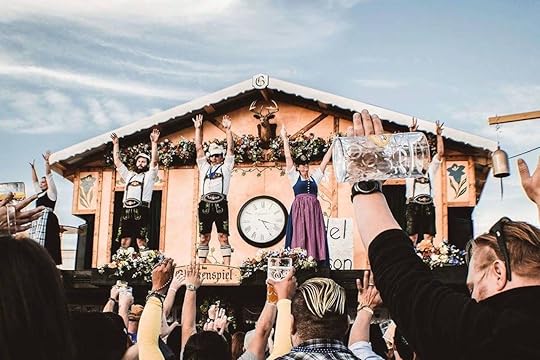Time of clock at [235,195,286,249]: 3:24
